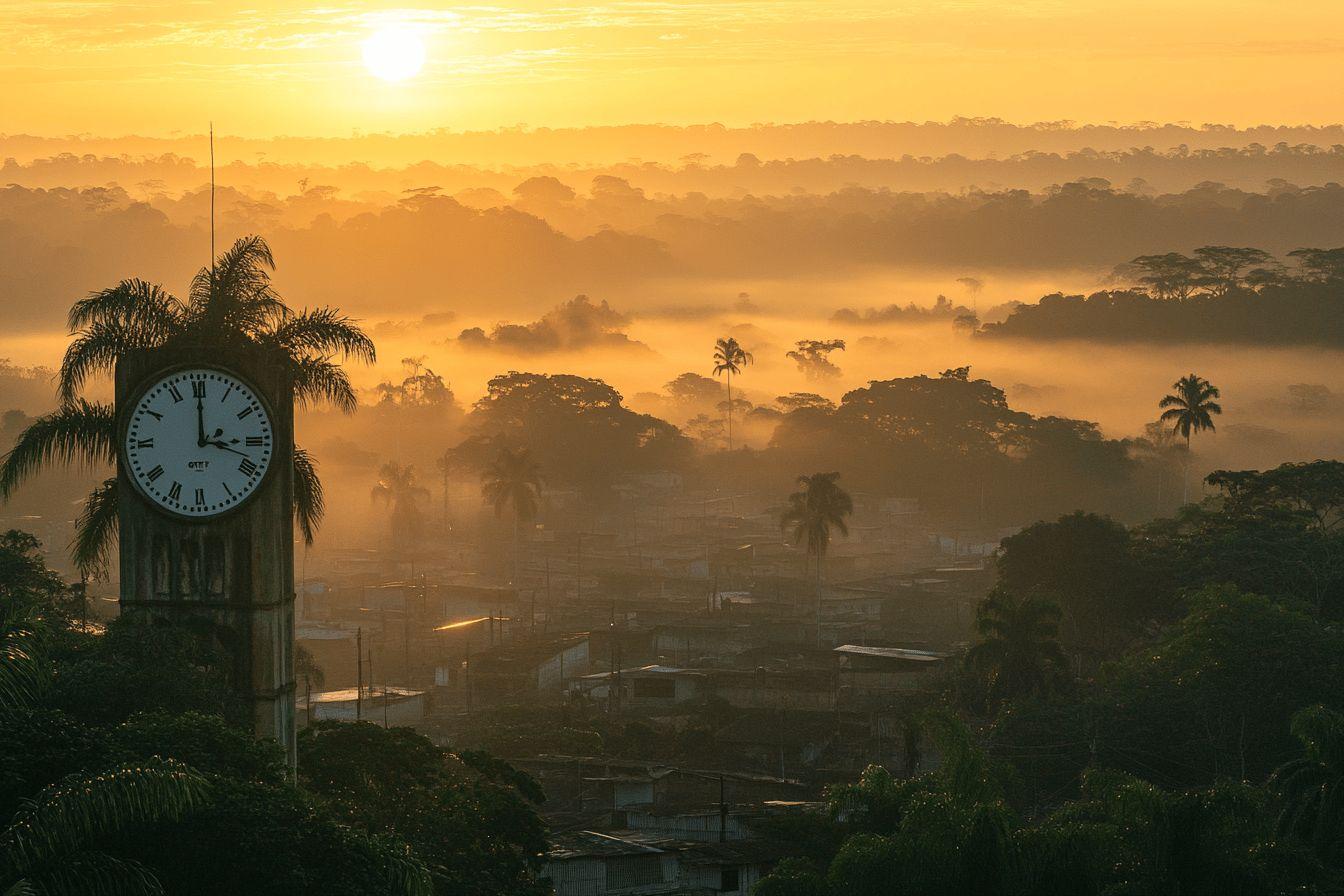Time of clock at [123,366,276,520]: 2:59
